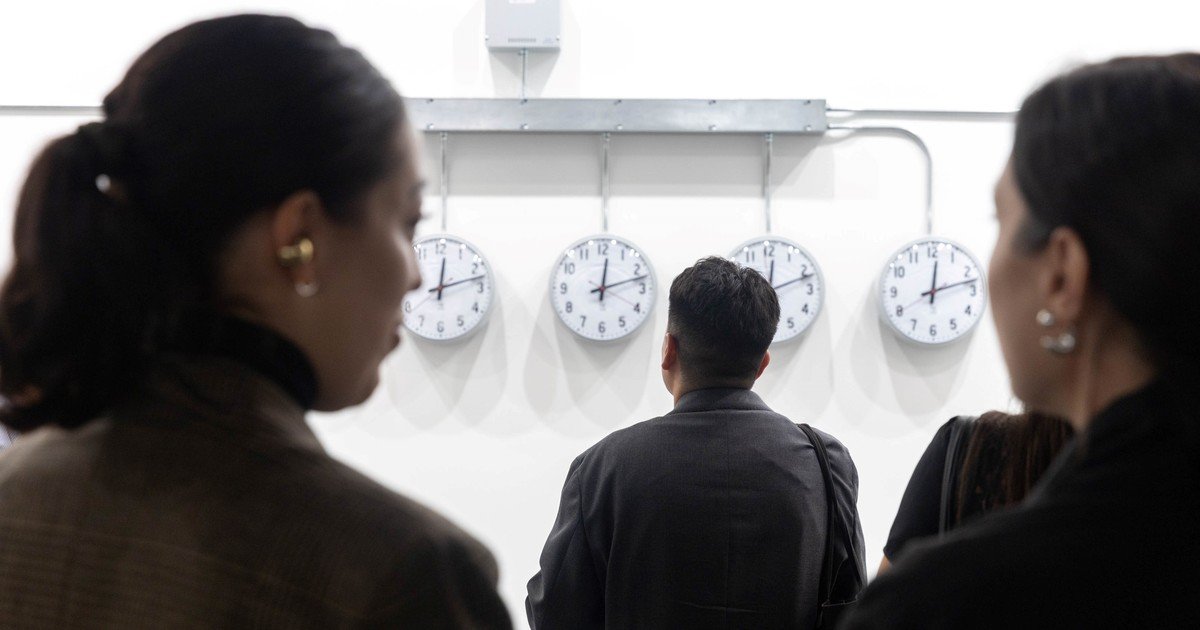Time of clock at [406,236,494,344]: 12:12
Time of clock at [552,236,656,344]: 12:12
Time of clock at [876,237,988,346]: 12:12
